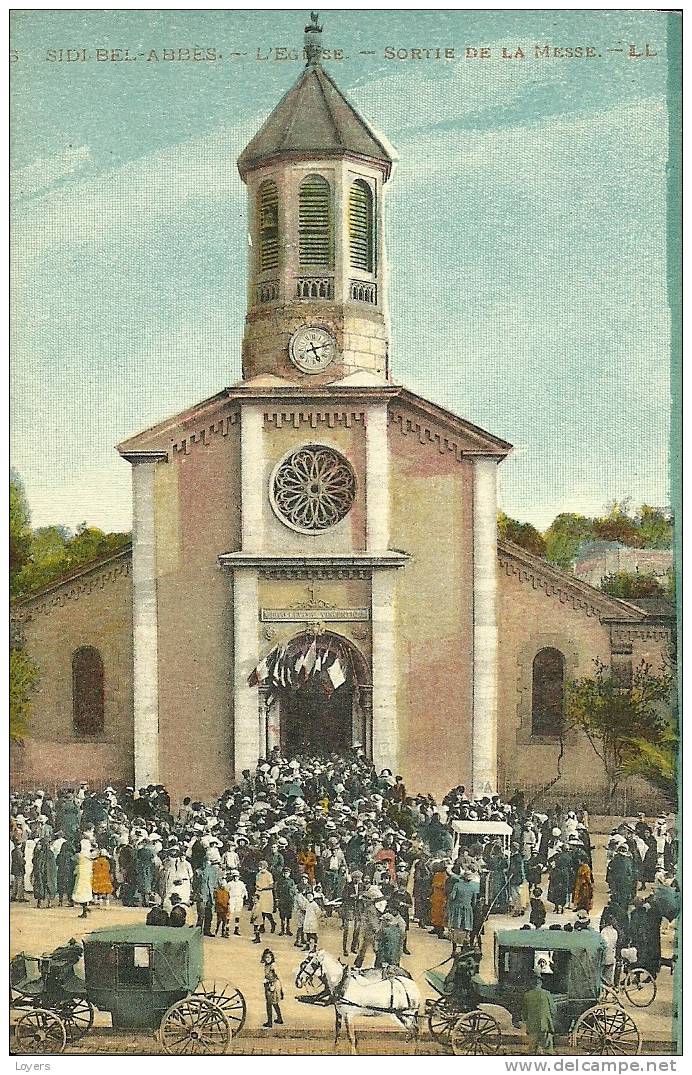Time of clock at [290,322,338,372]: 5:11
